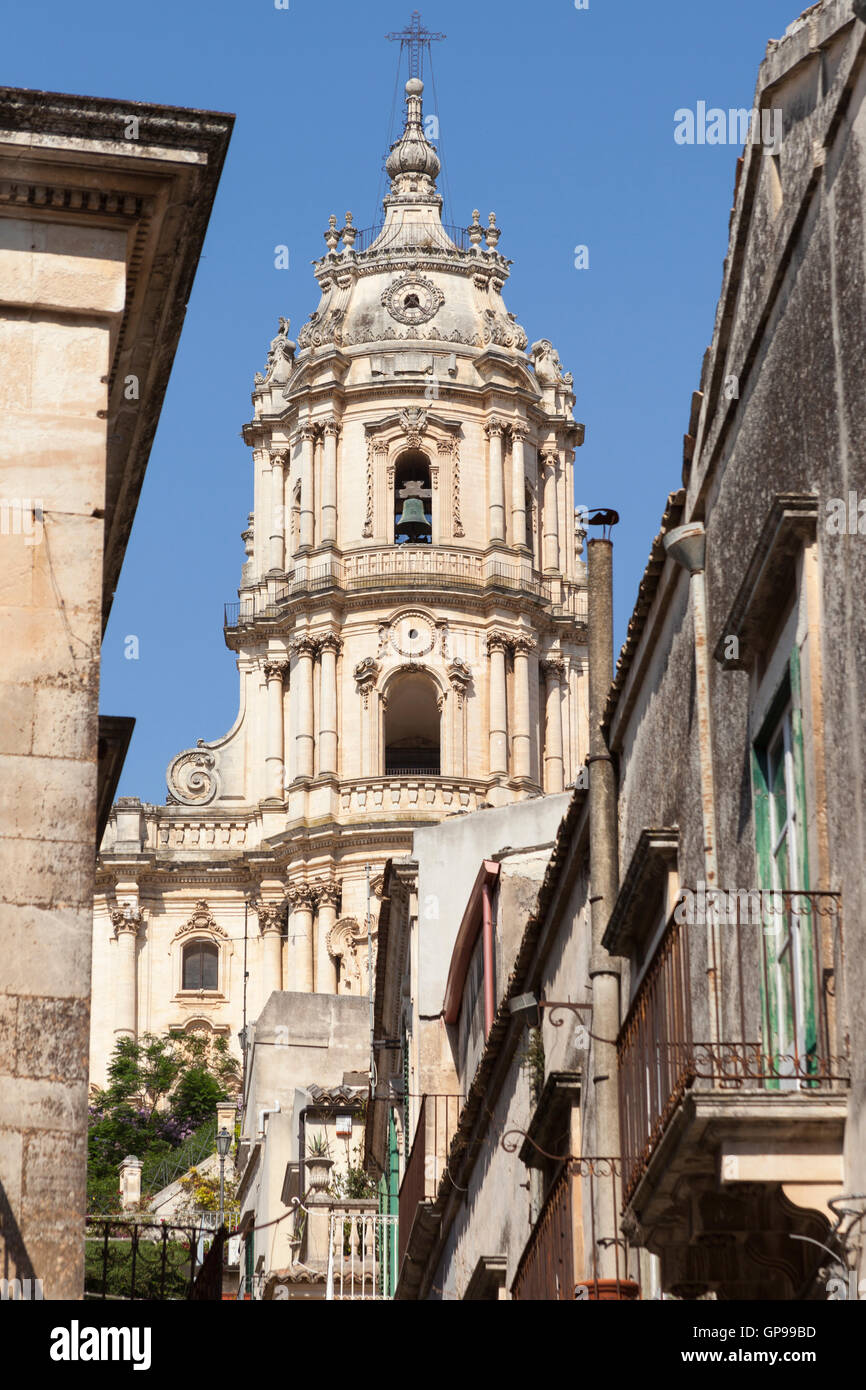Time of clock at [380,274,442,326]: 7:23
